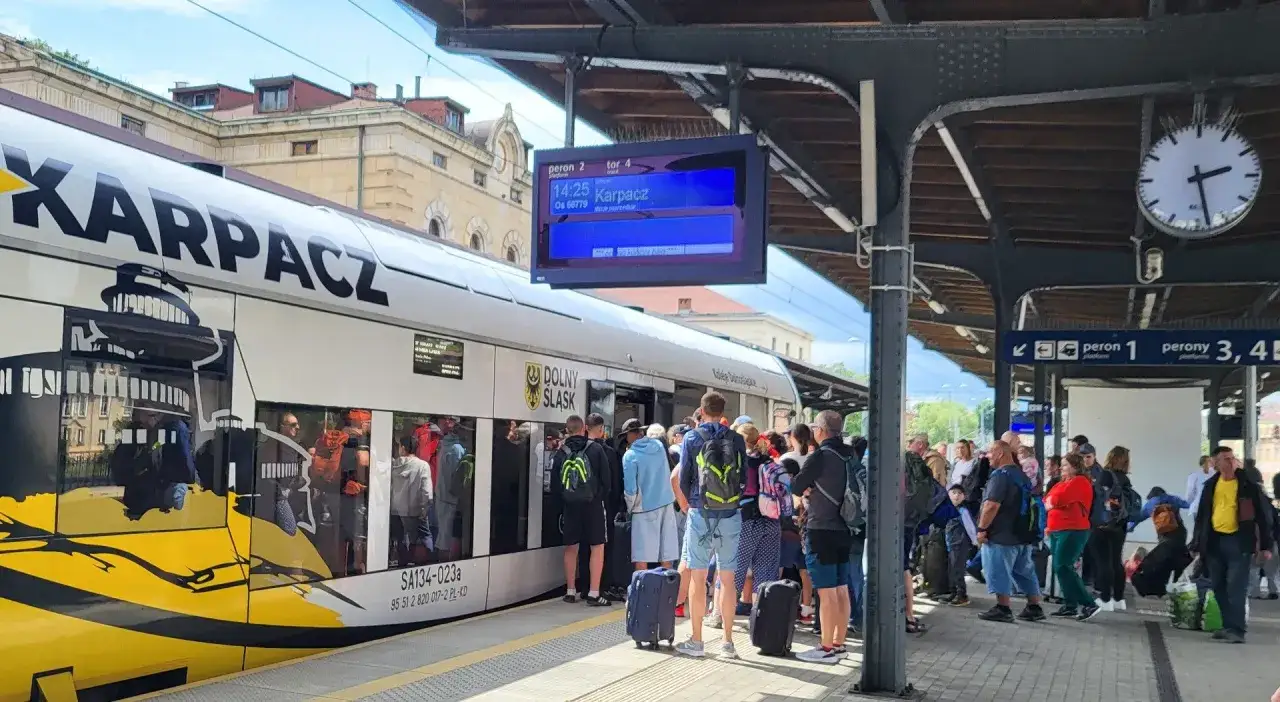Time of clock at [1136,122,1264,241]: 2:28
